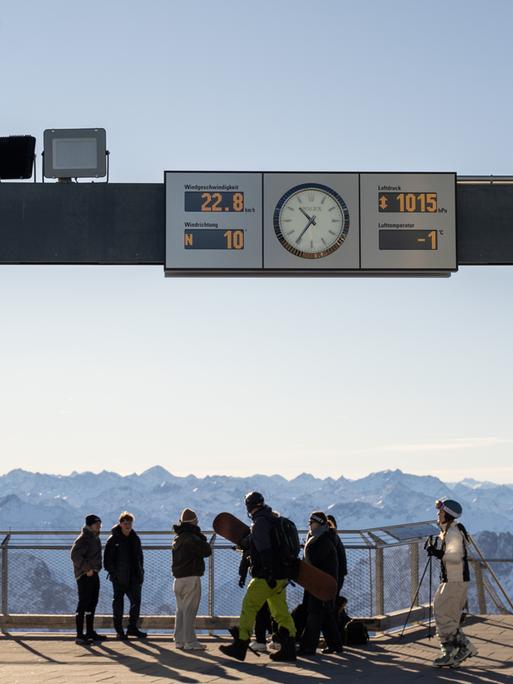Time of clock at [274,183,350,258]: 10:35
